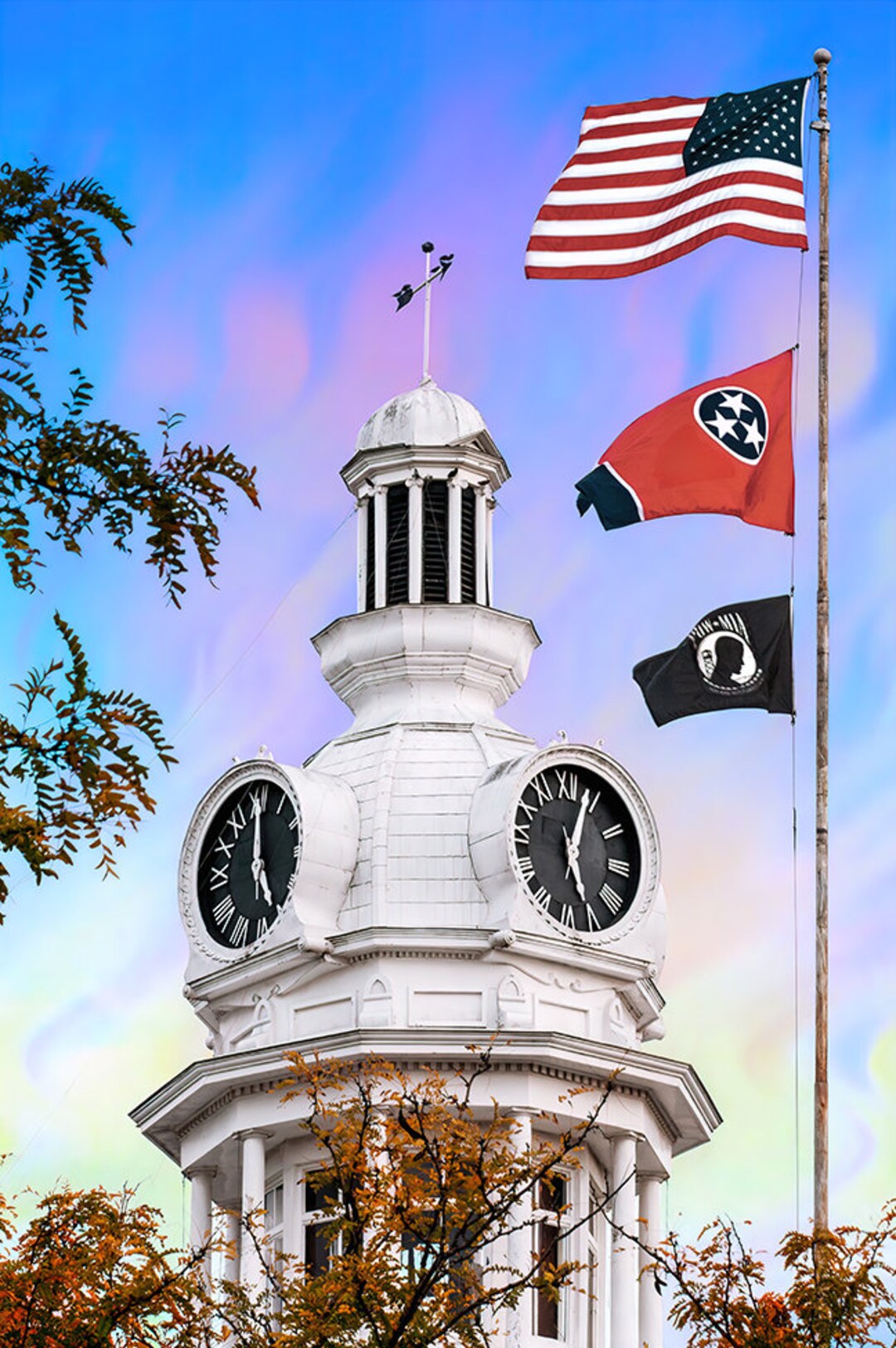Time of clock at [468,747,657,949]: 5:03
